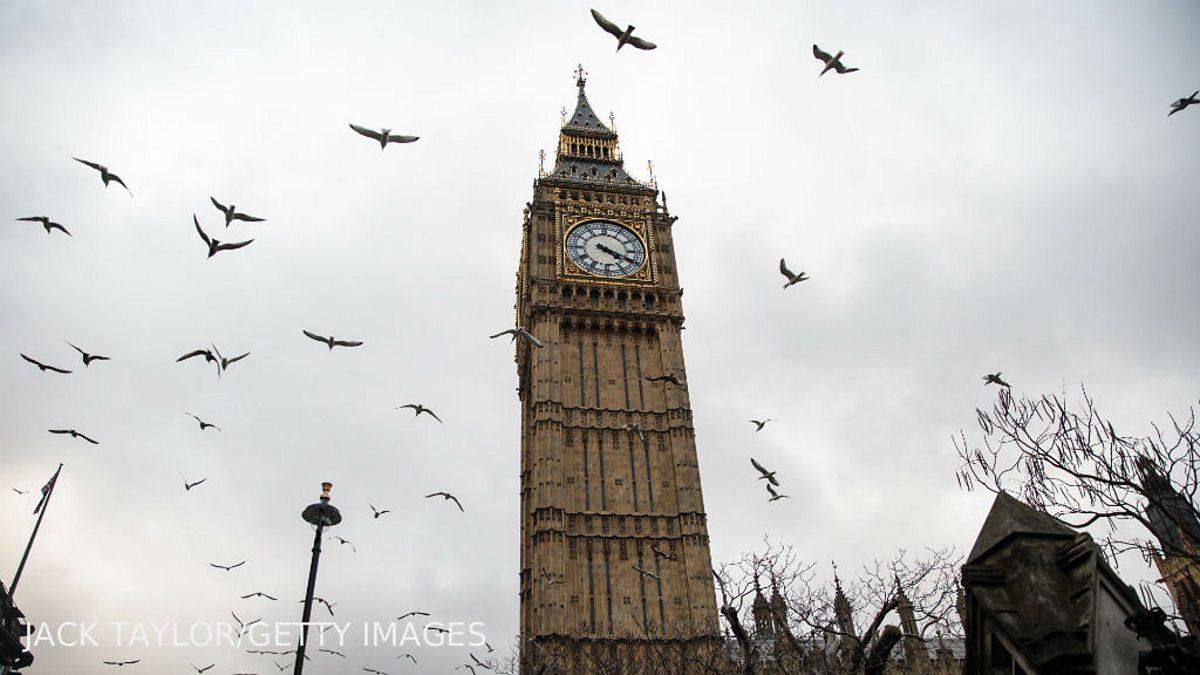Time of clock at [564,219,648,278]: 4:19
